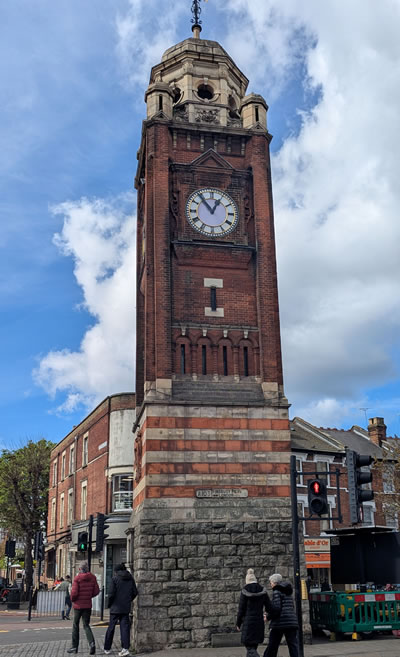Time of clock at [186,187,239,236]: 12:53
